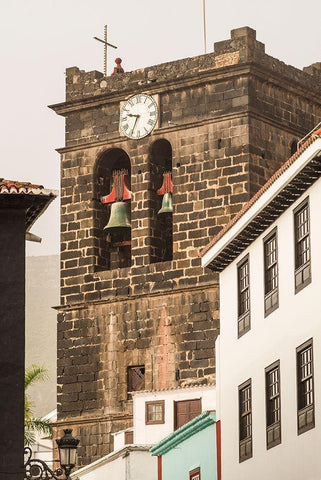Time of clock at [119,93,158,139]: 9:34
